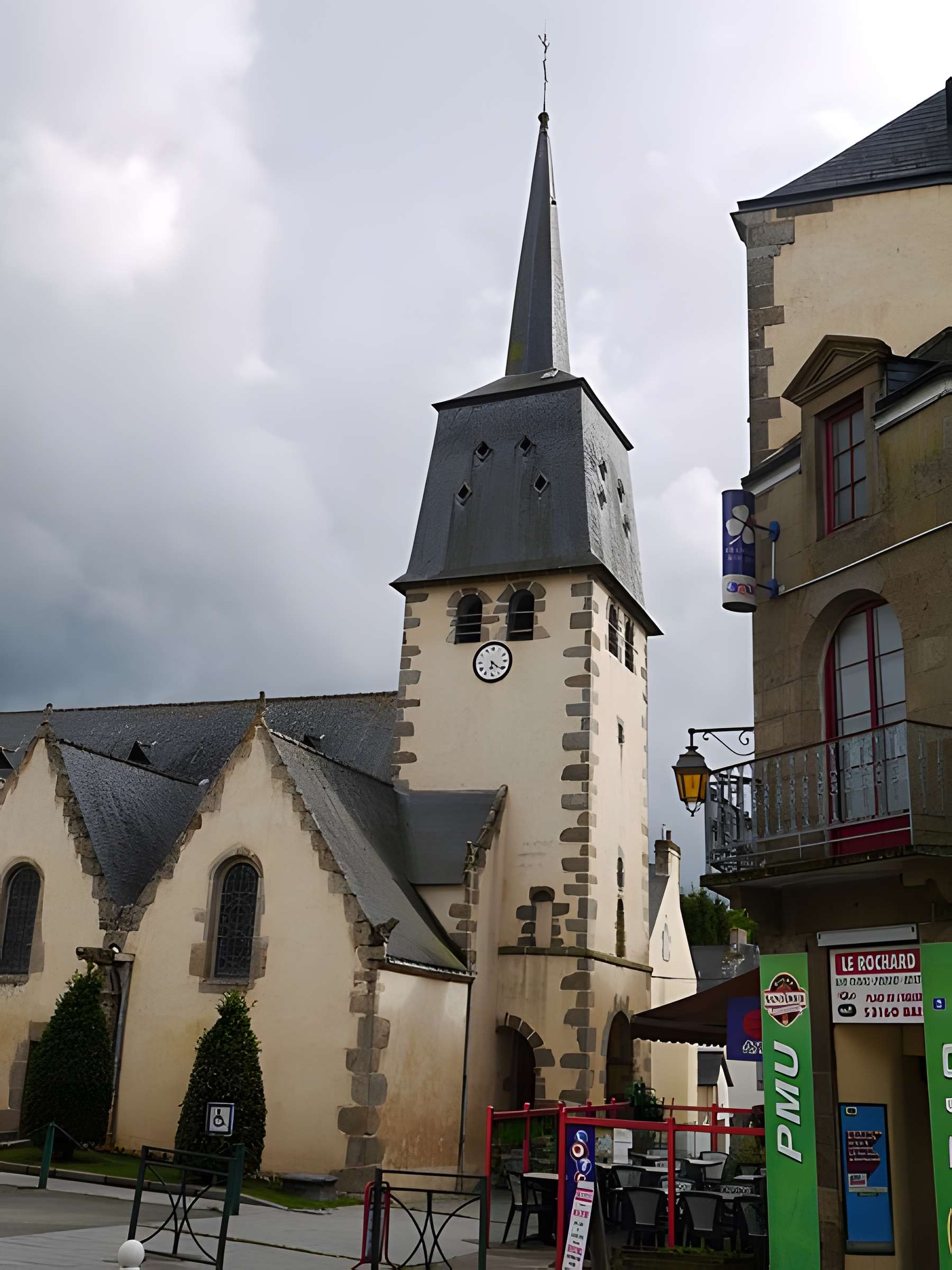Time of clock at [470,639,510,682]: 6:21
